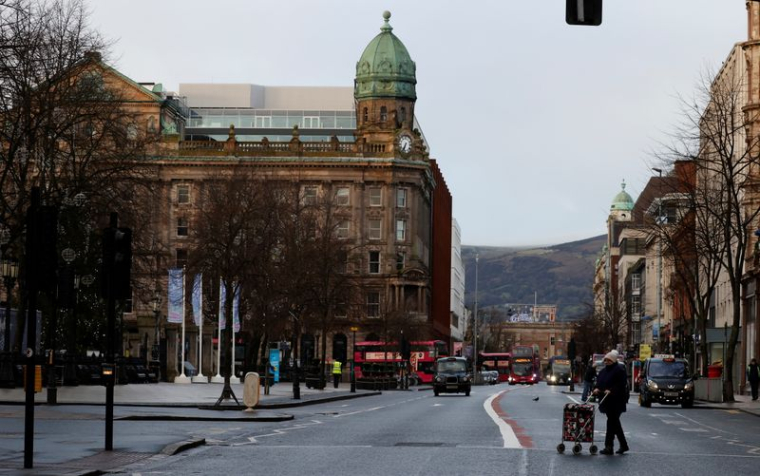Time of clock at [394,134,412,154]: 6:34
